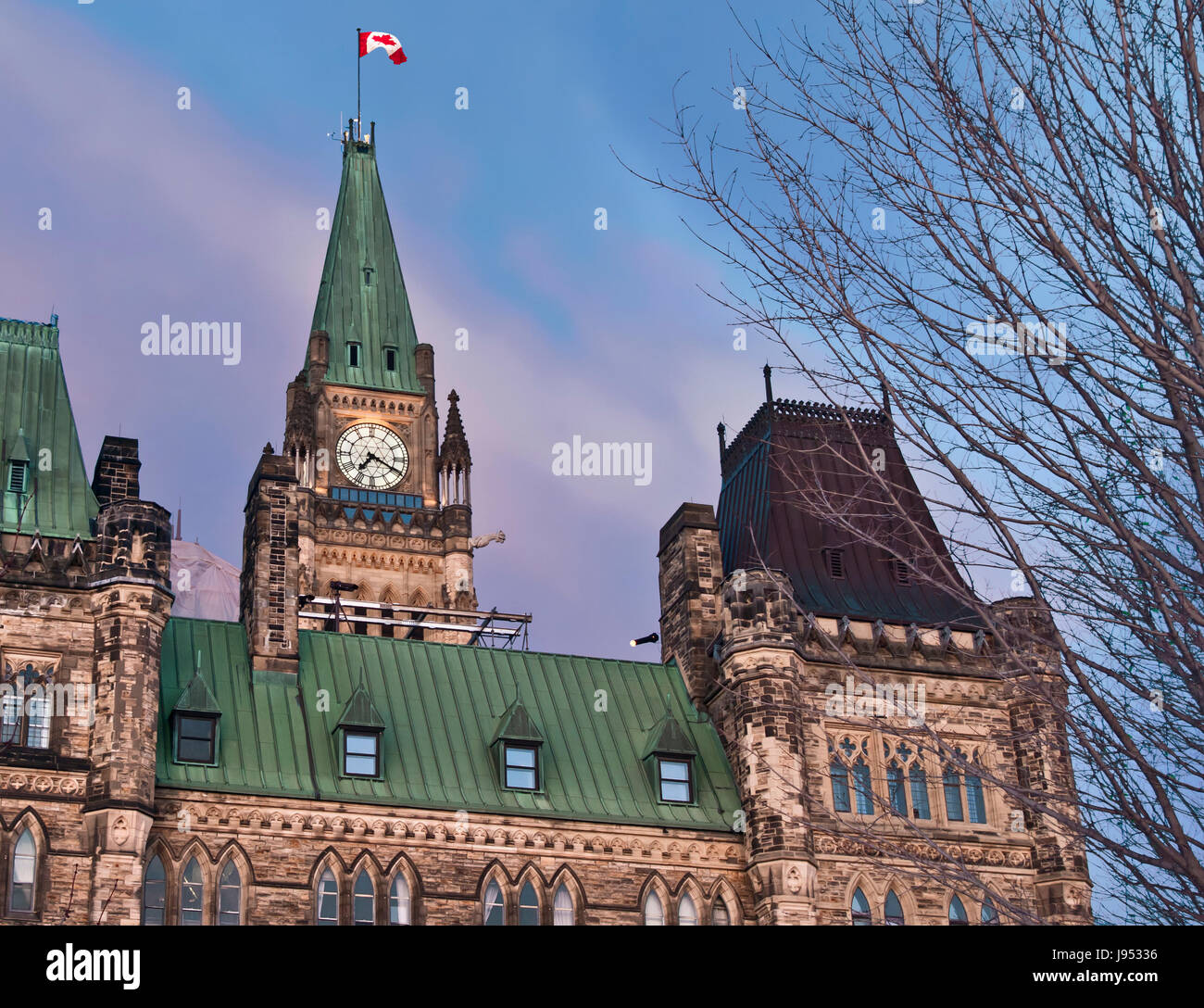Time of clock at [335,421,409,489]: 7:19
